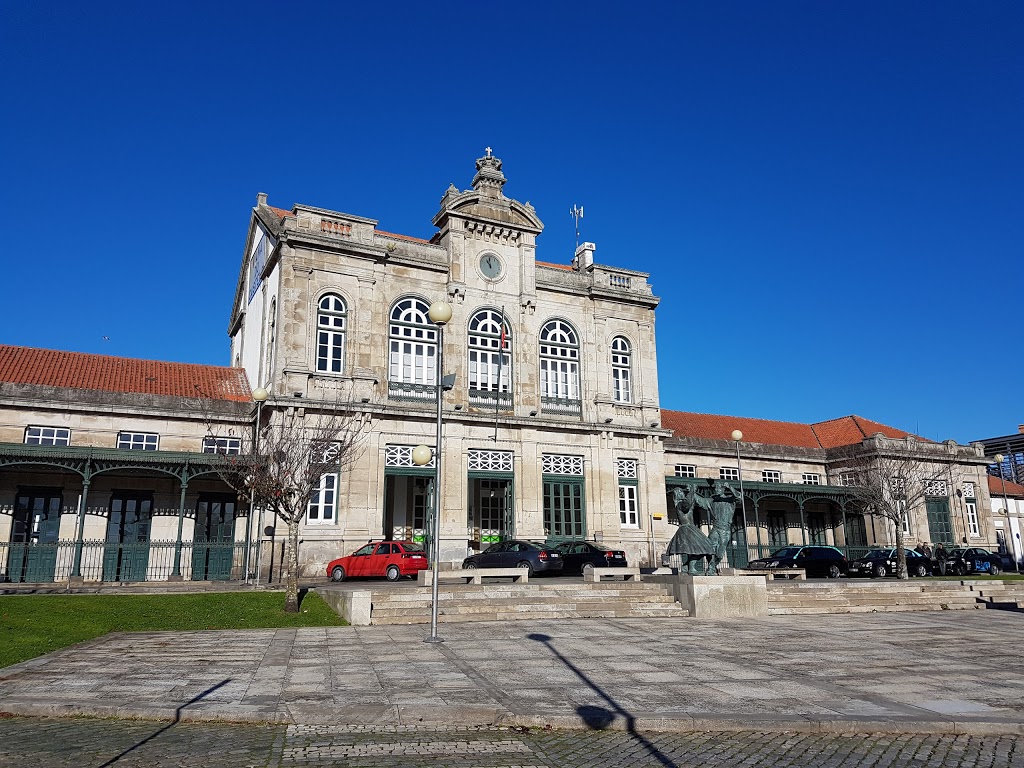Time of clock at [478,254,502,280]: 10:59
